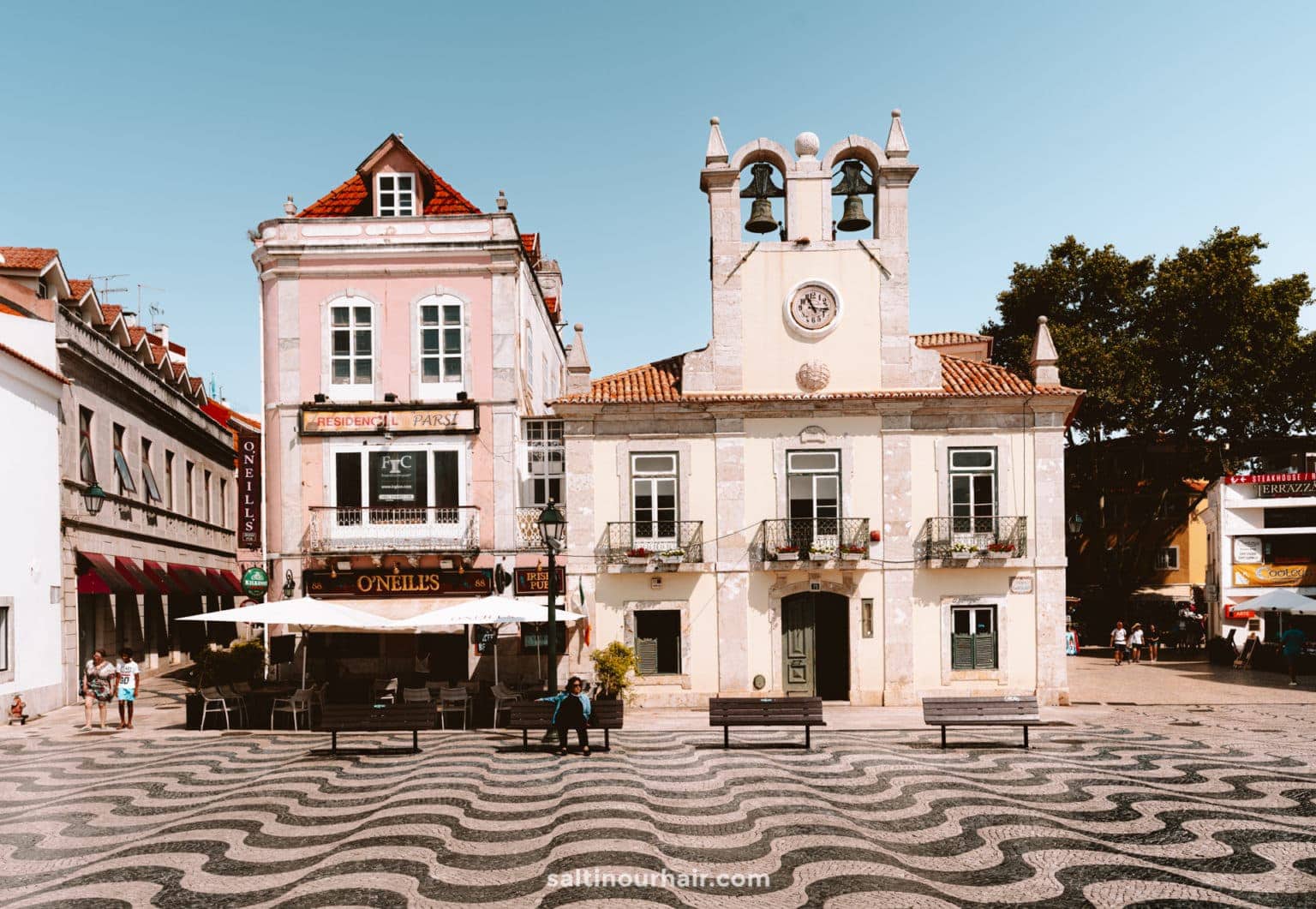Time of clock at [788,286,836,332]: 11:16
